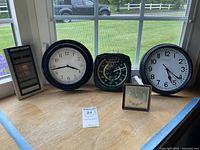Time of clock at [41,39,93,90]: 3:43
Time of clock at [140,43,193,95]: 5:21
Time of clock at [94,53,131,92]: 1:12
